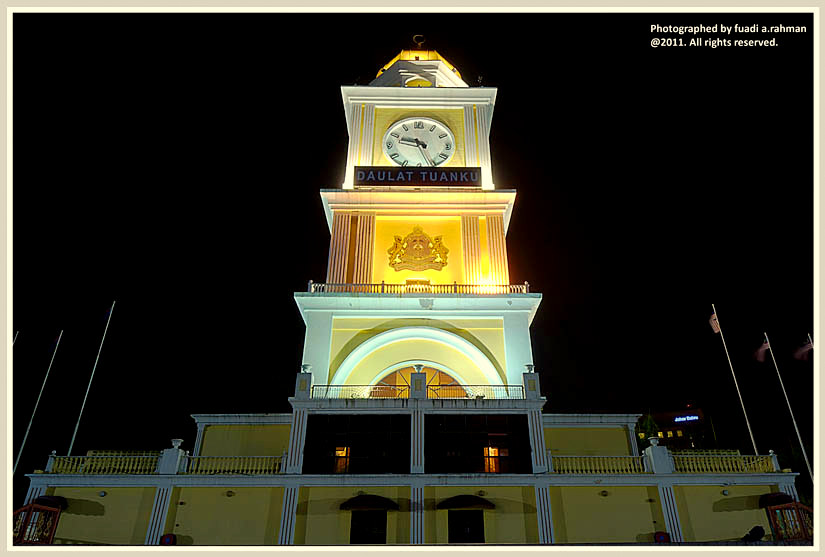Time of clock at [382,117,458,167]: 9:26
